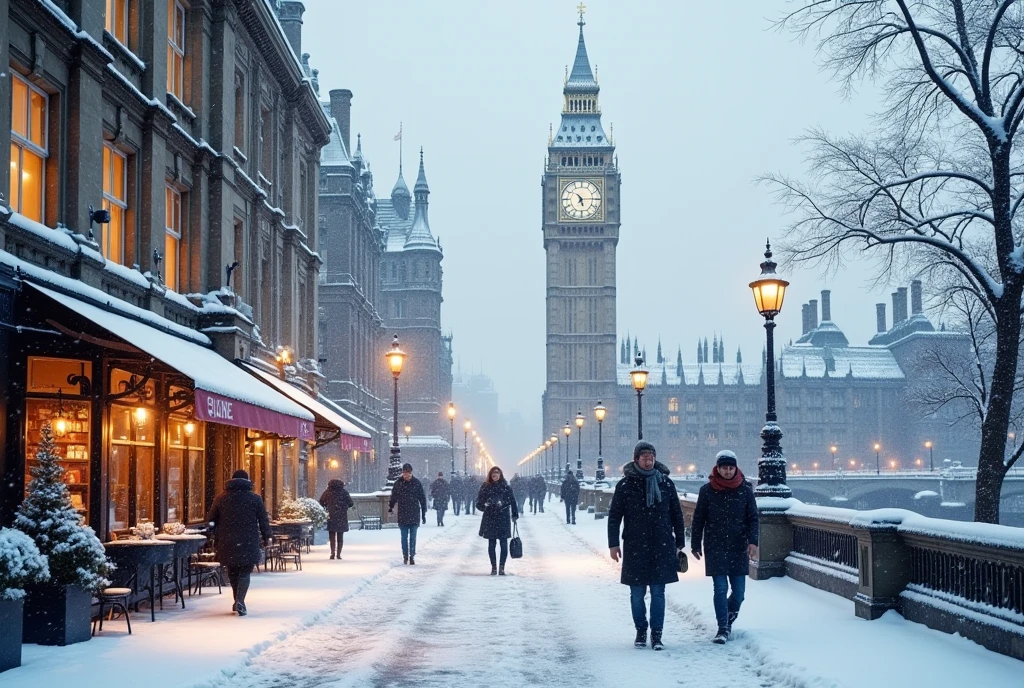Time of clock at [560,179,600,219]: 5:14
